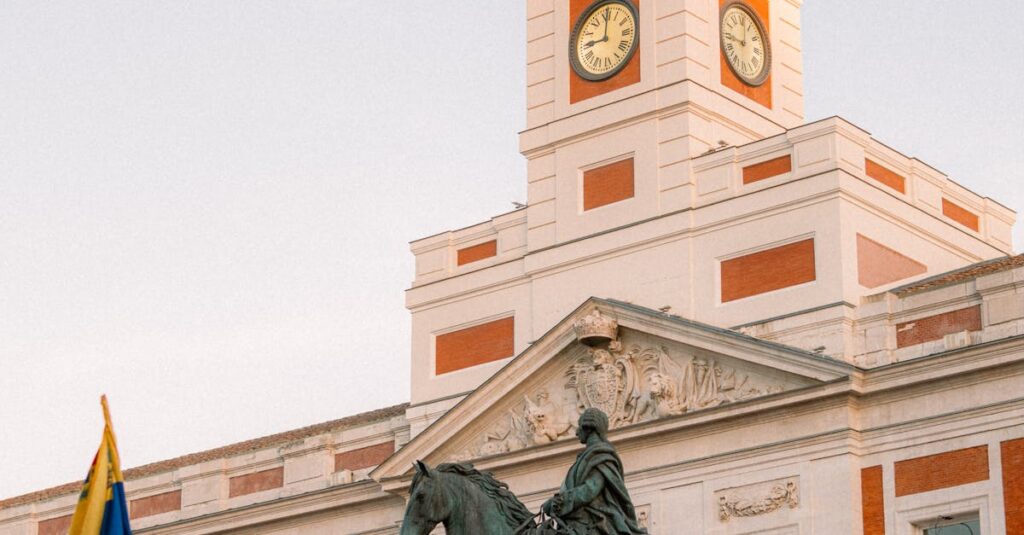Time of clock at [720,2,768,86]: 9:01
